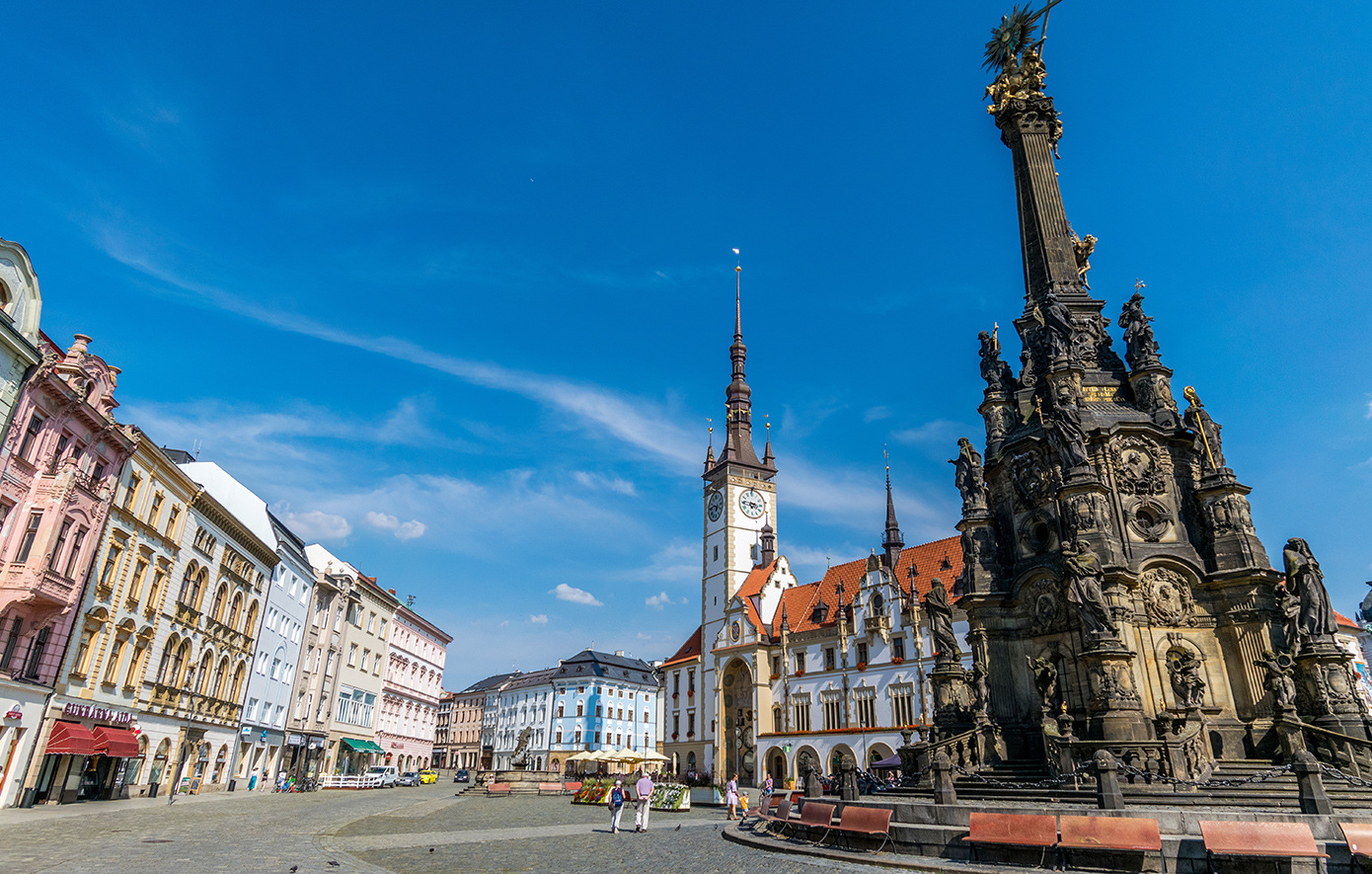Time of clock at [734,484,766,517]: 6:45
